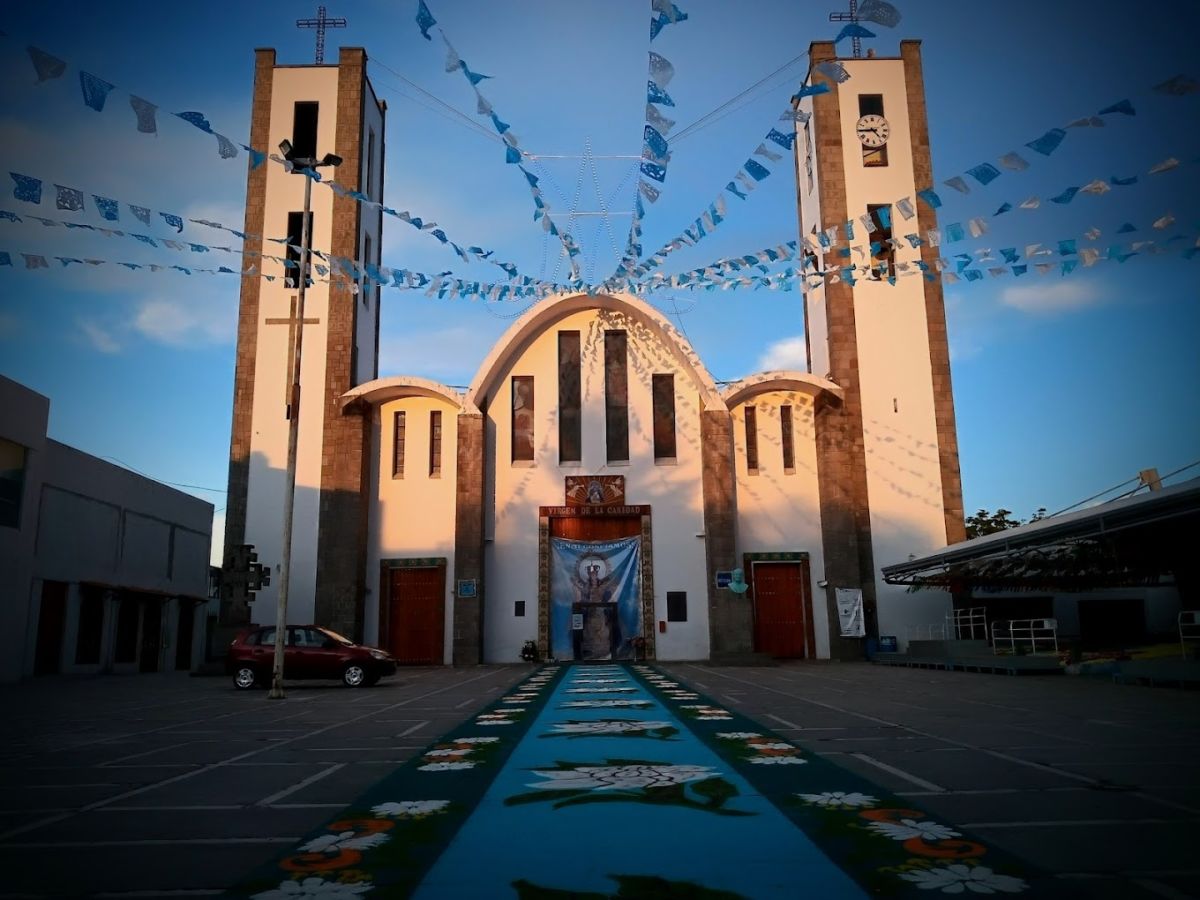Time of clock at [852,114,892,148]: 4:44
